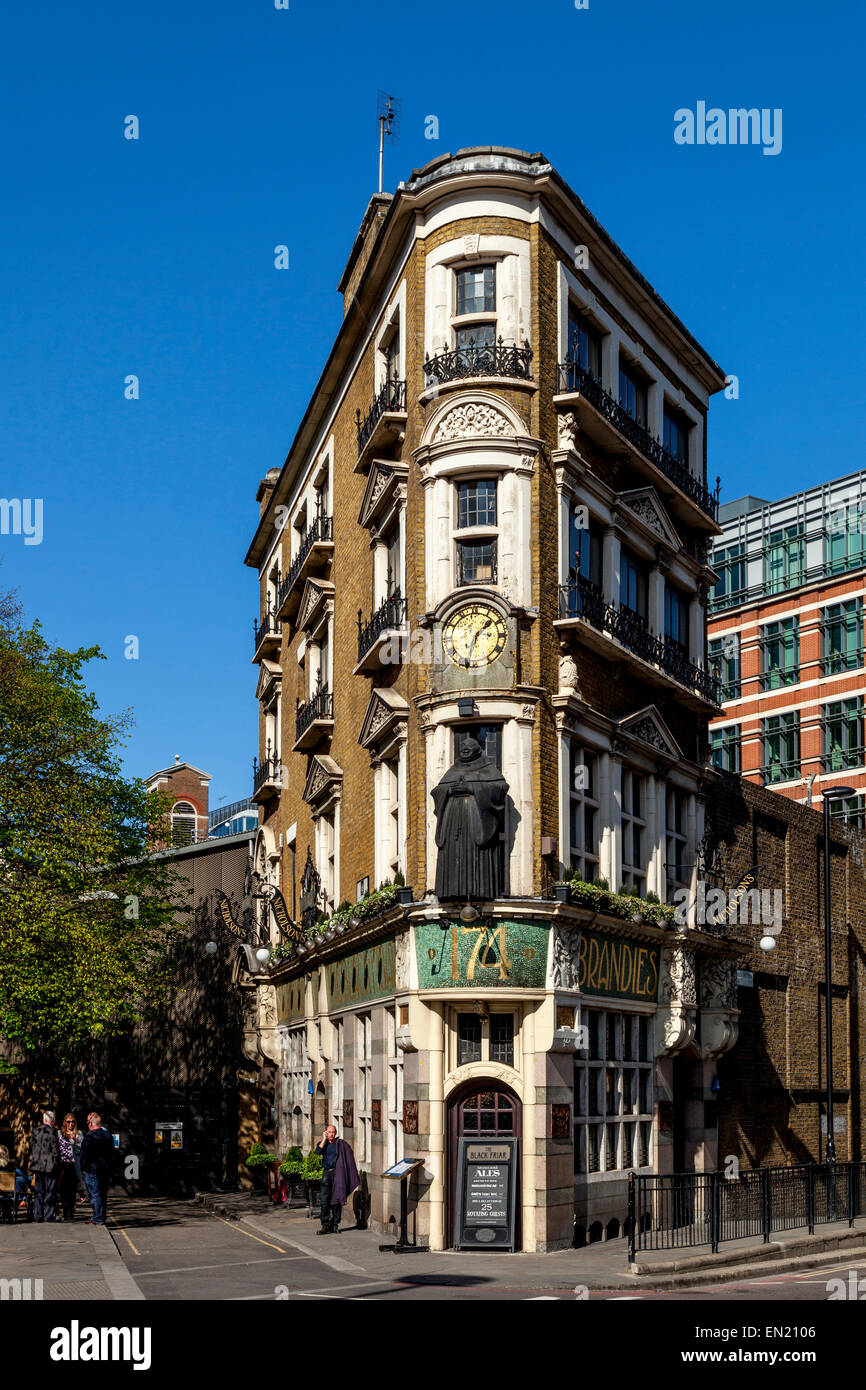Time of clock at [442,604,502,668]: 1:32
